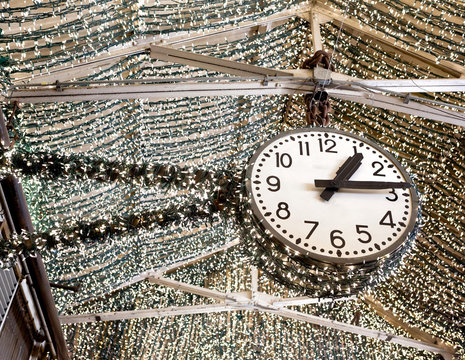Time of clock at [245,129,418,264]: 1:13
